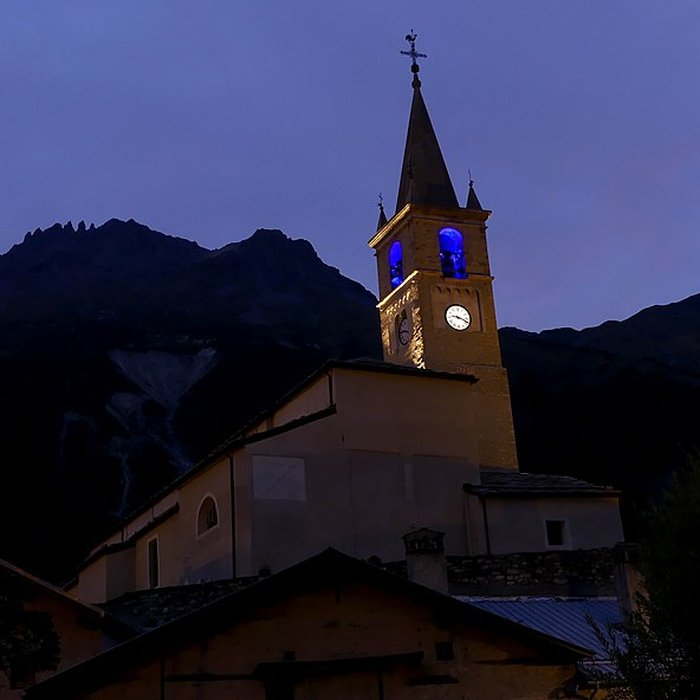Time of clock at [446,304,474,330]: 9:18
